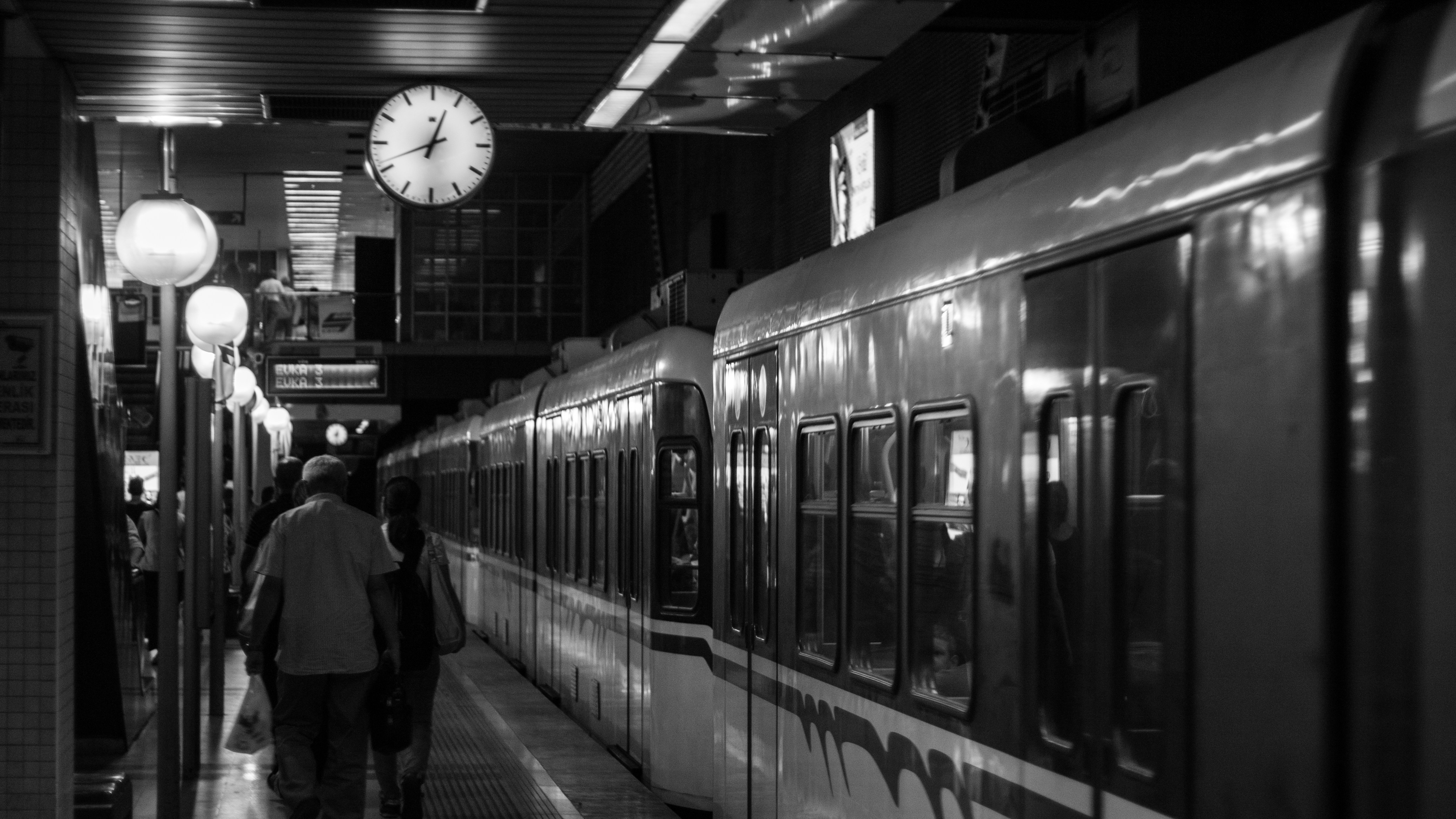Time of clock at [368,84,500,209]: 12:41
